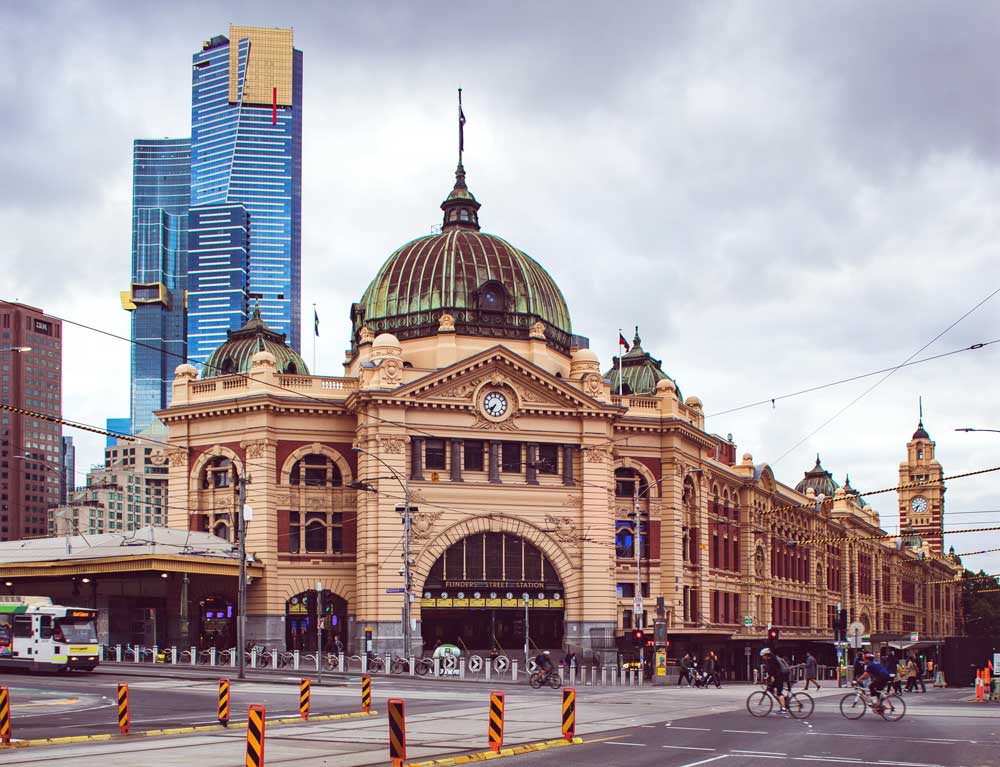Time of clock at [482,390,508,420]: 7:35
